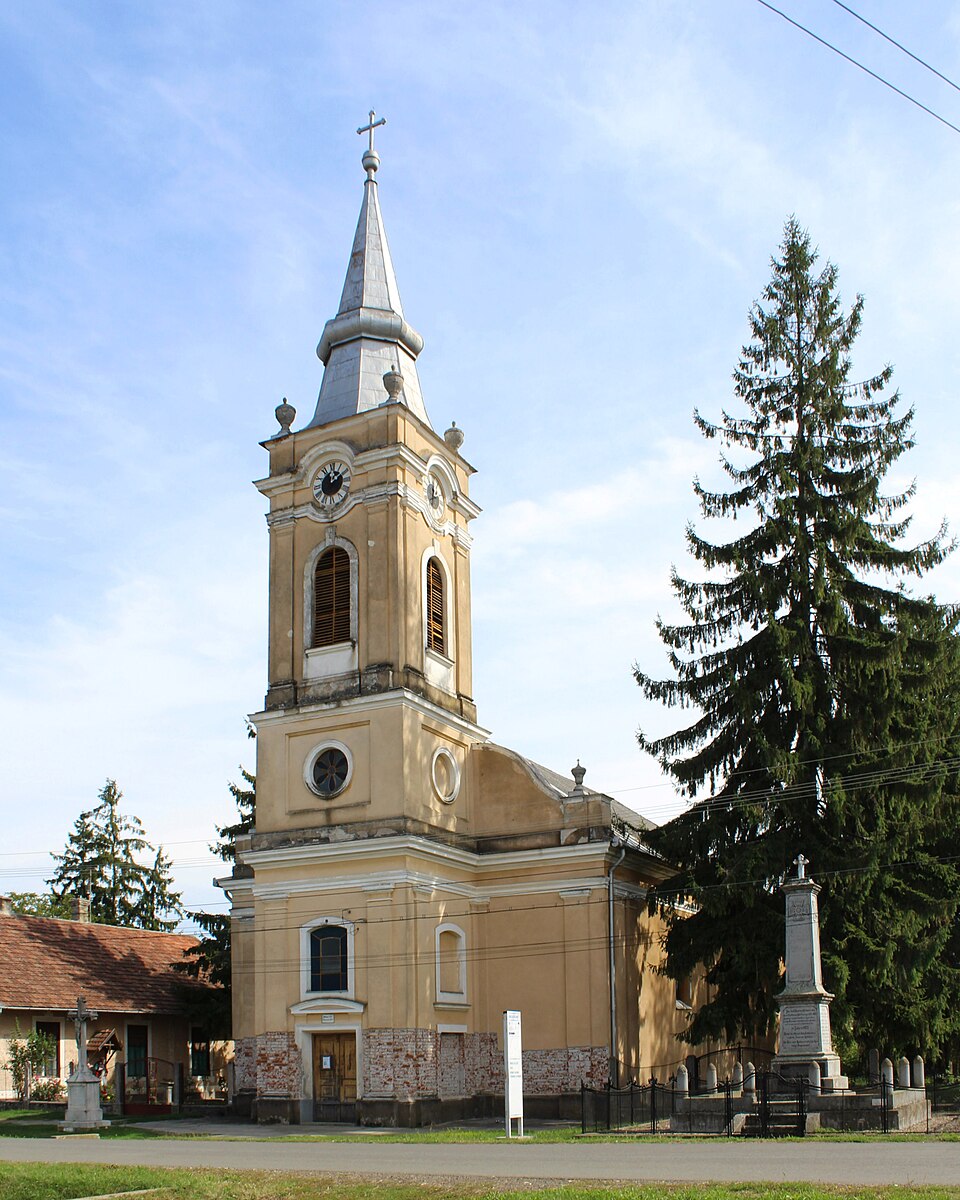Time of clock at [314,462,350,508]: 12:09
